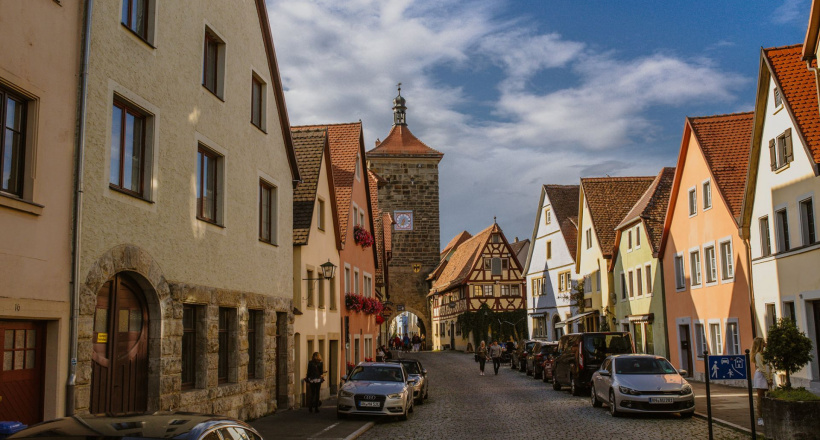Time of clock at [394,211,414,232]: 6:35
